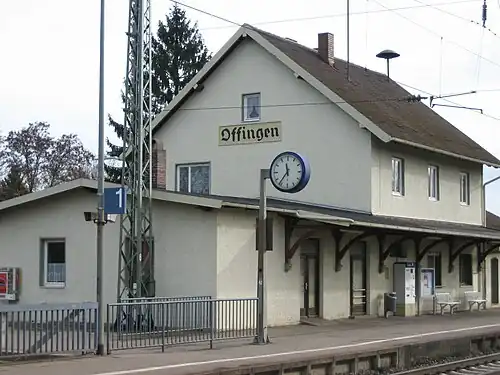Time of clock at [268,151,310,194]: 11:36
